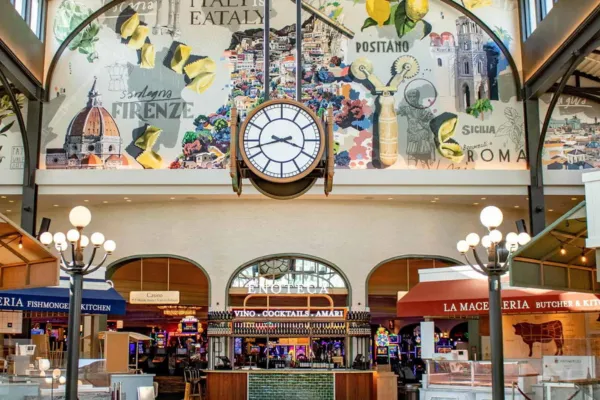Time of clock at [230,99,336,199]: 3:42
